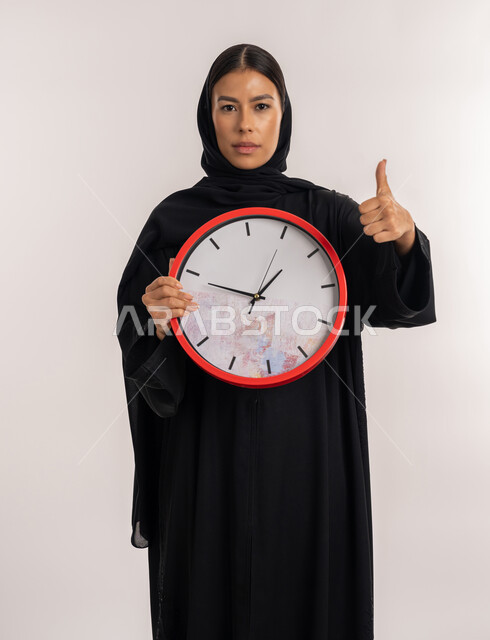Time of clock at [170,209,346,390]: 1:49
